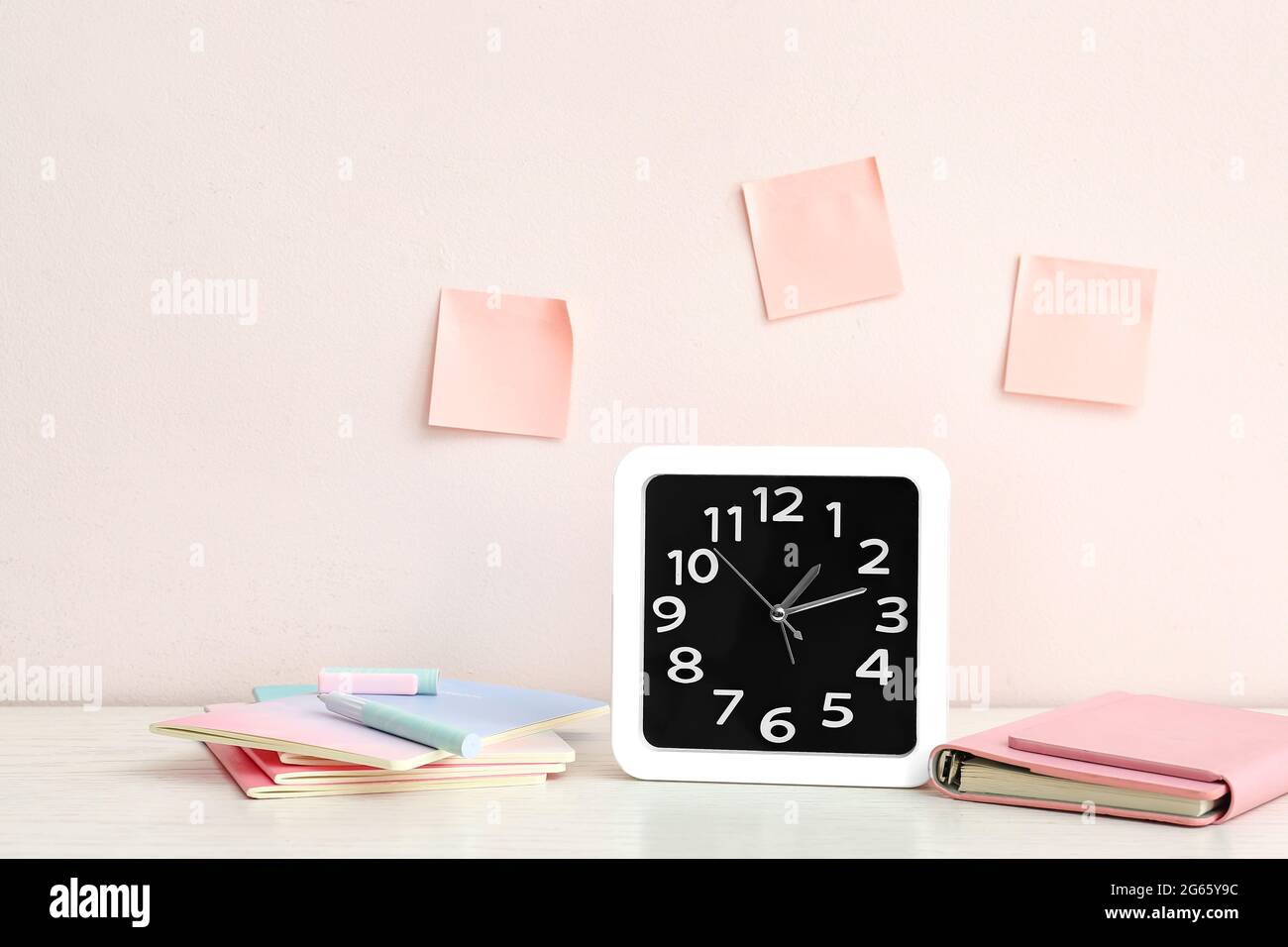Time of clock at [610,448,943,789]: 1:12
